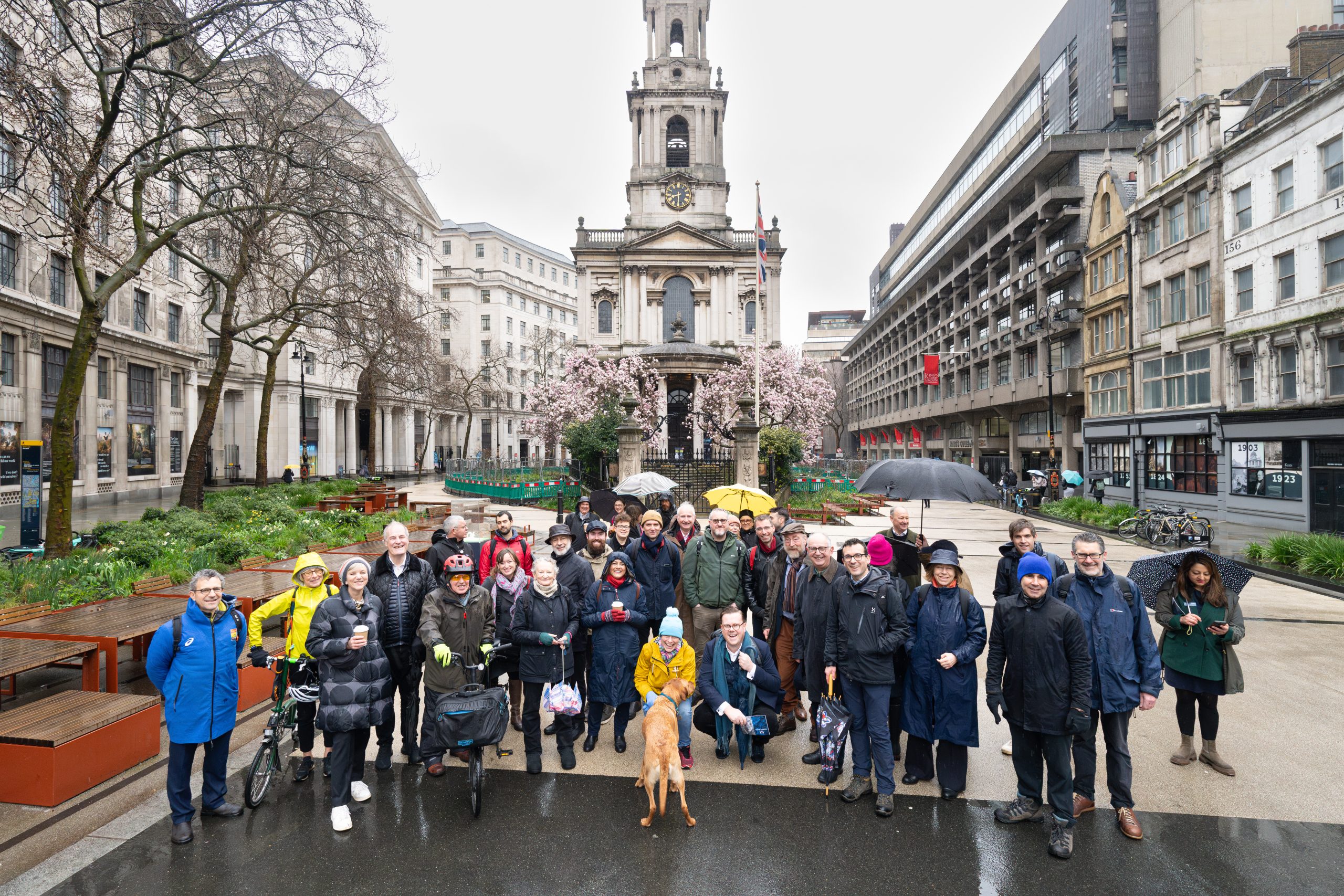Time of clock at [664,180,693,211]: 8:30
